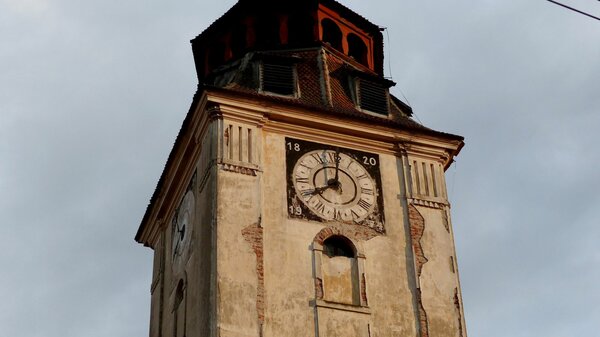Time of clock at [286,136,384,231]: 8:01
